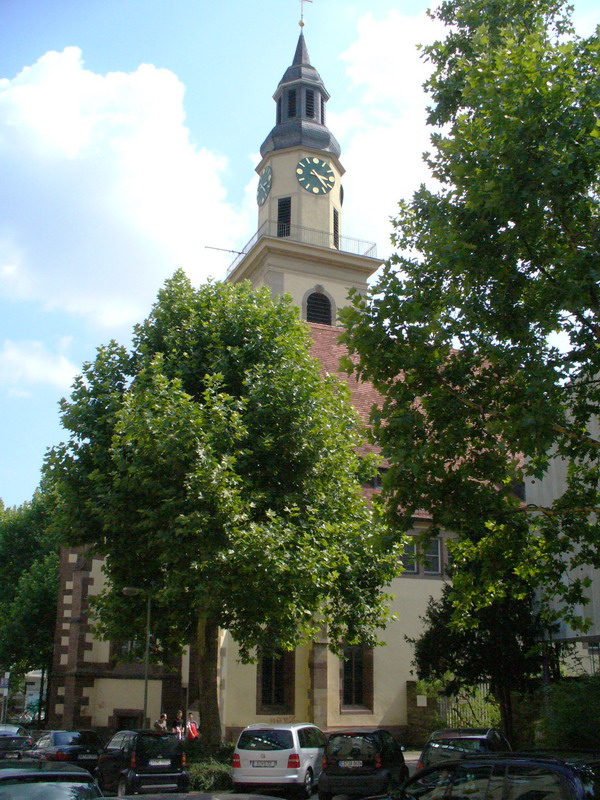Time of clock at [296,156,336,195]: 3:22
